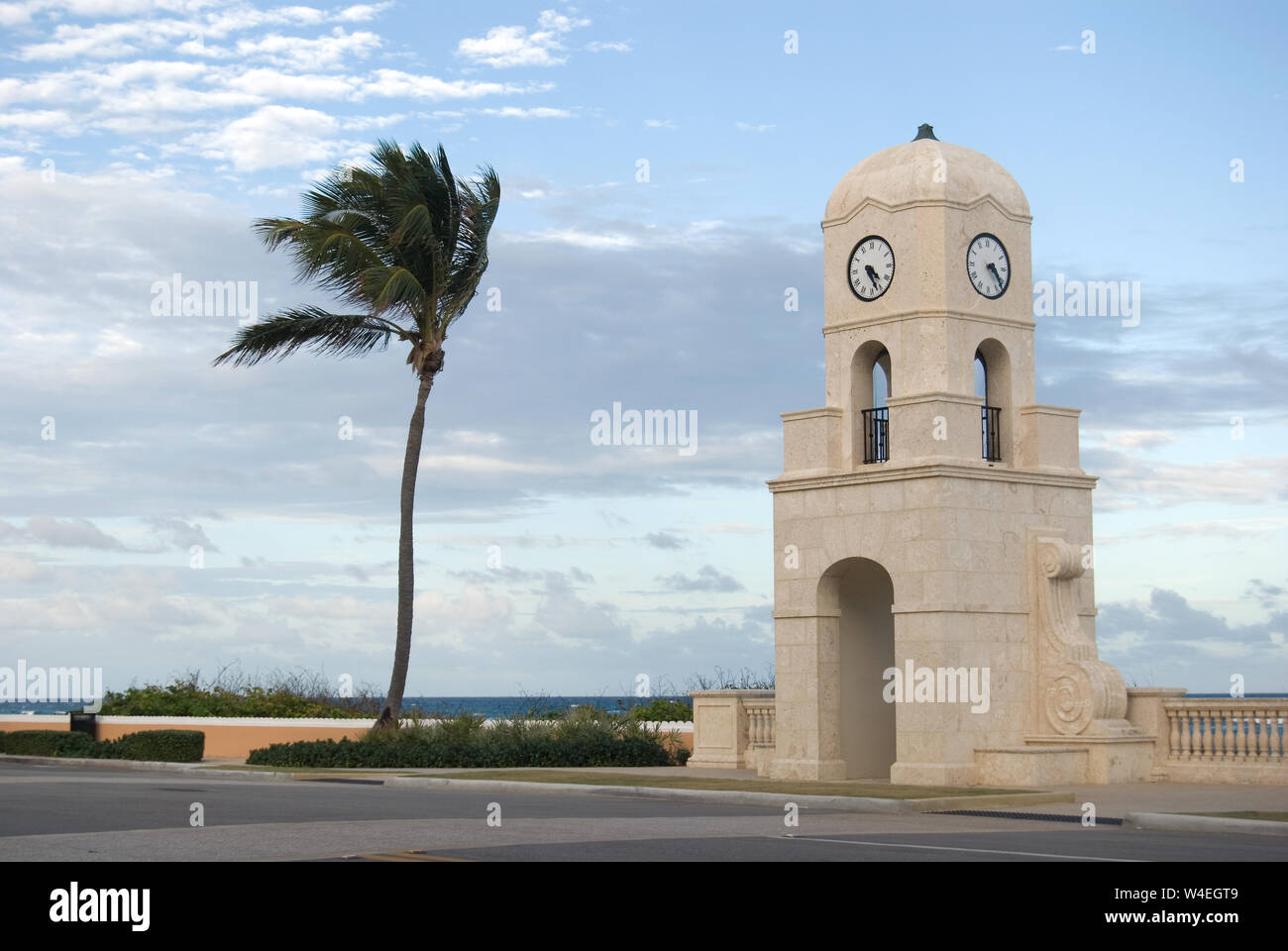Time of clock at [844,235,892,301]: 4:26
